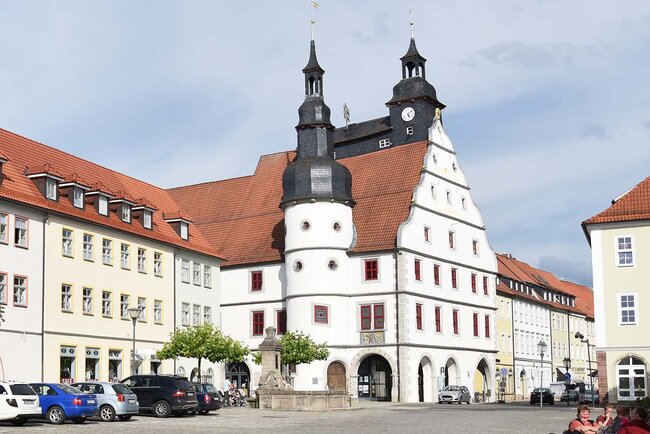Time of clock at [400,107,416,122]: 5:08
